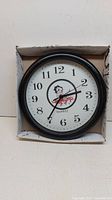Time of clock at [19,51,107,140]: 2:35
